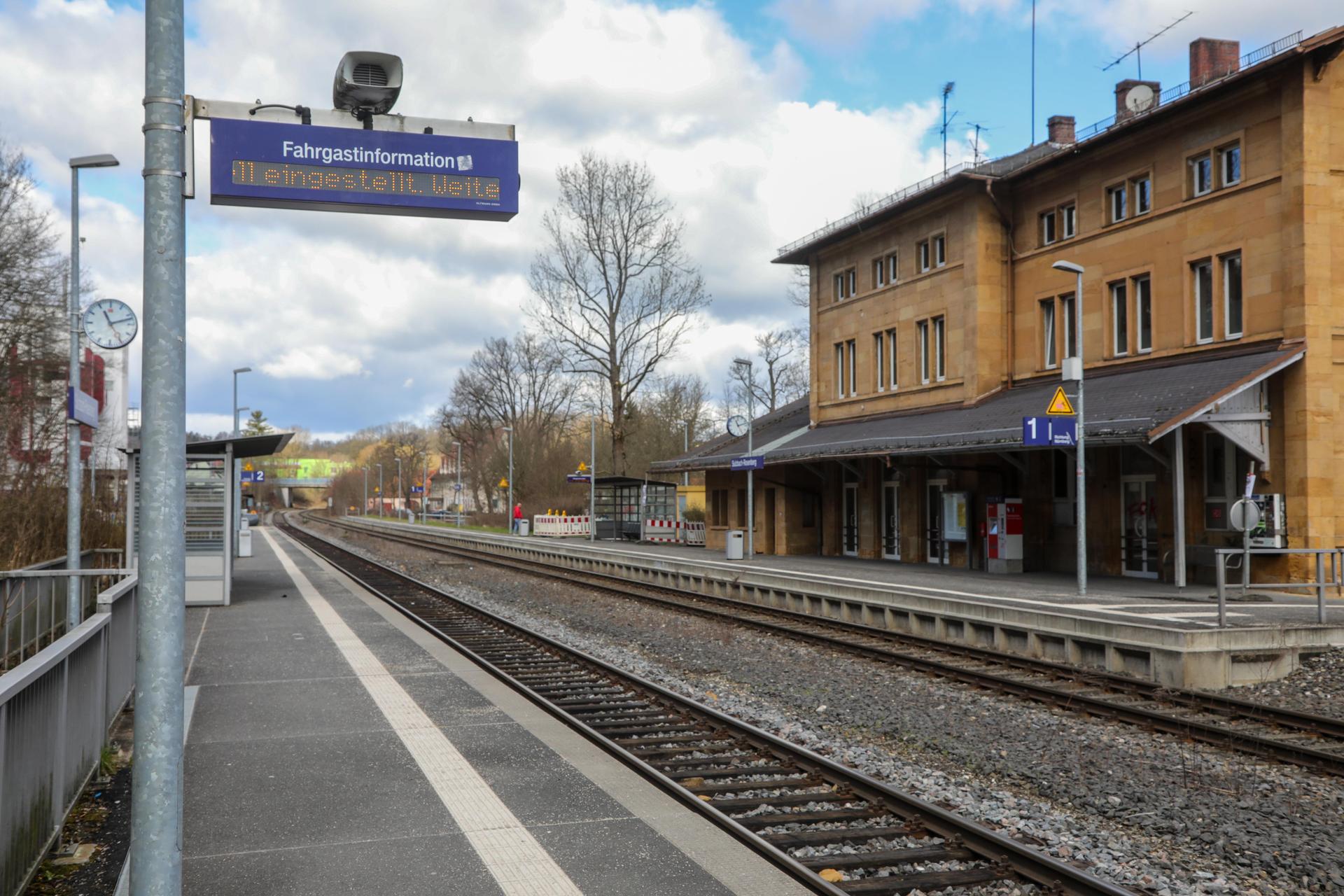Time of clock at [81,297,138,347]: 11:12
